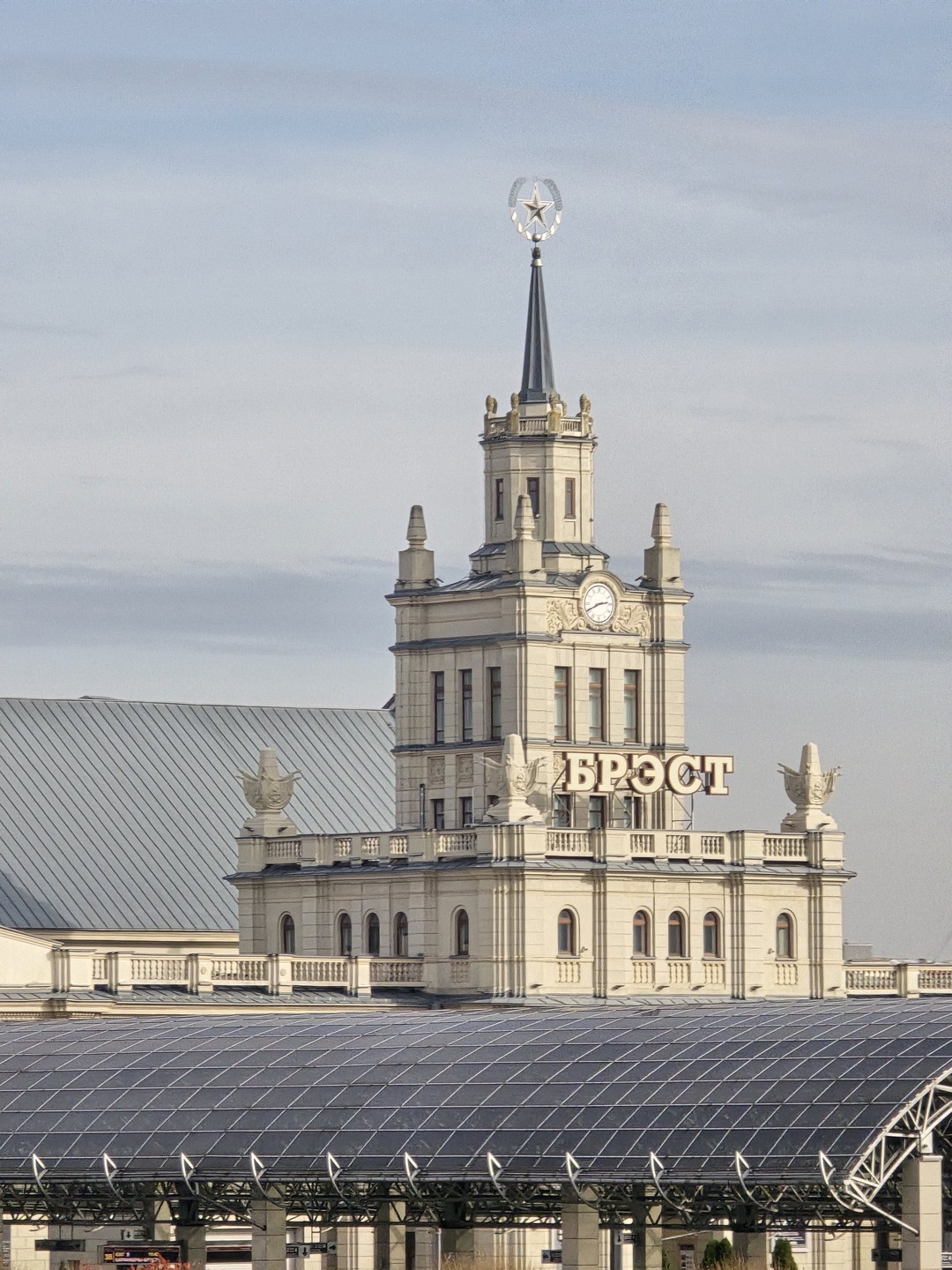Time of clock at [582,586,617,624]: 2:40
